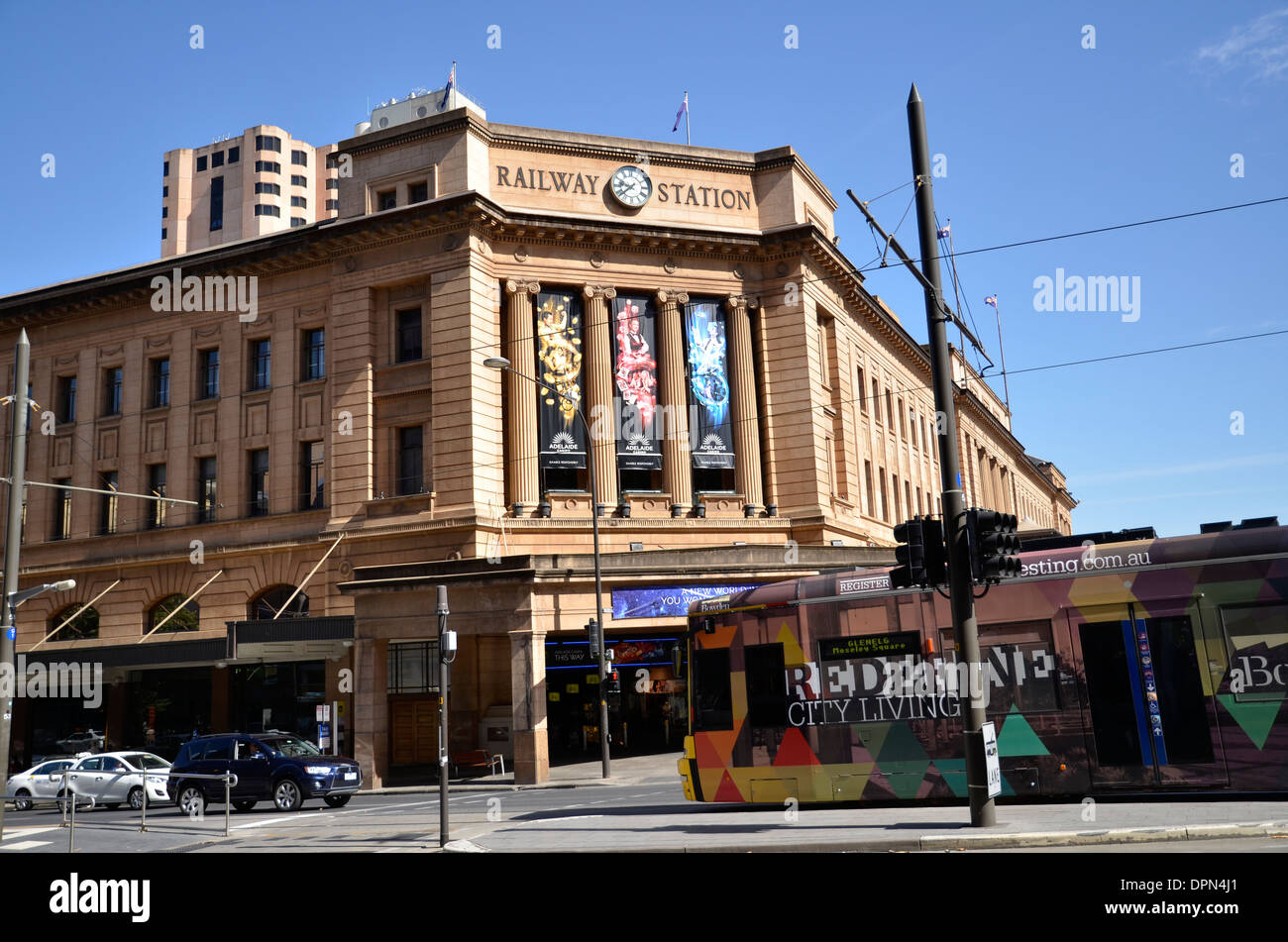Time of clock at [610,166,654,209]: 9:39
